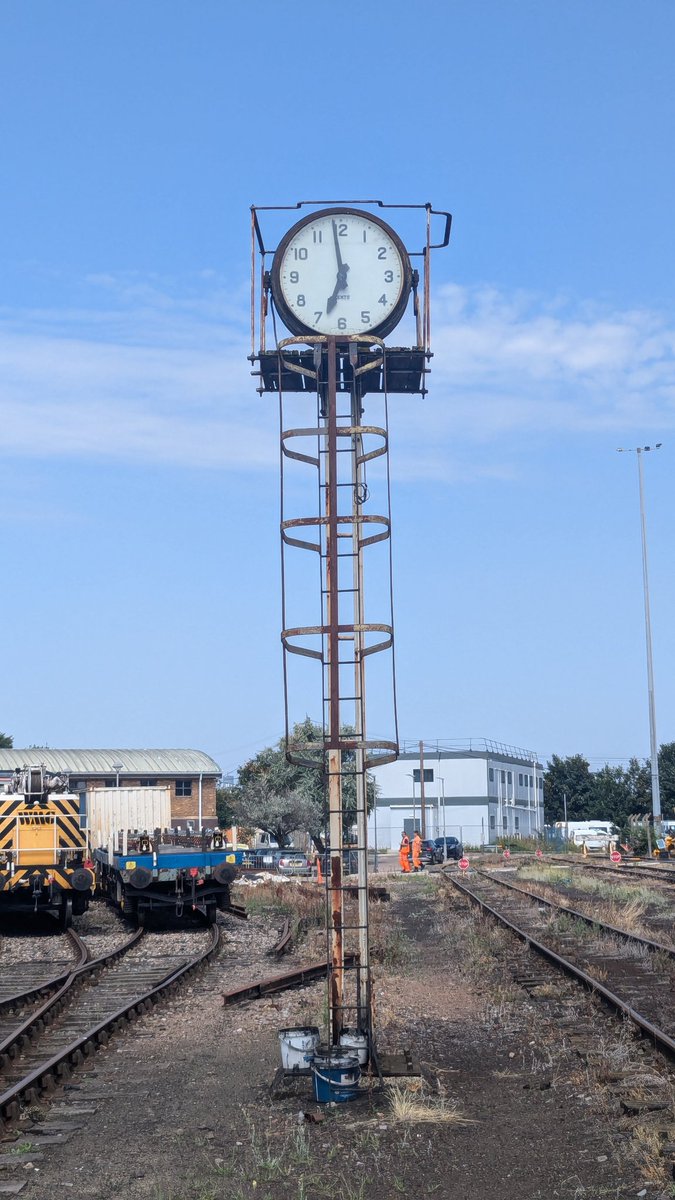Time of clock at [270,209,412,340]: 6:58
